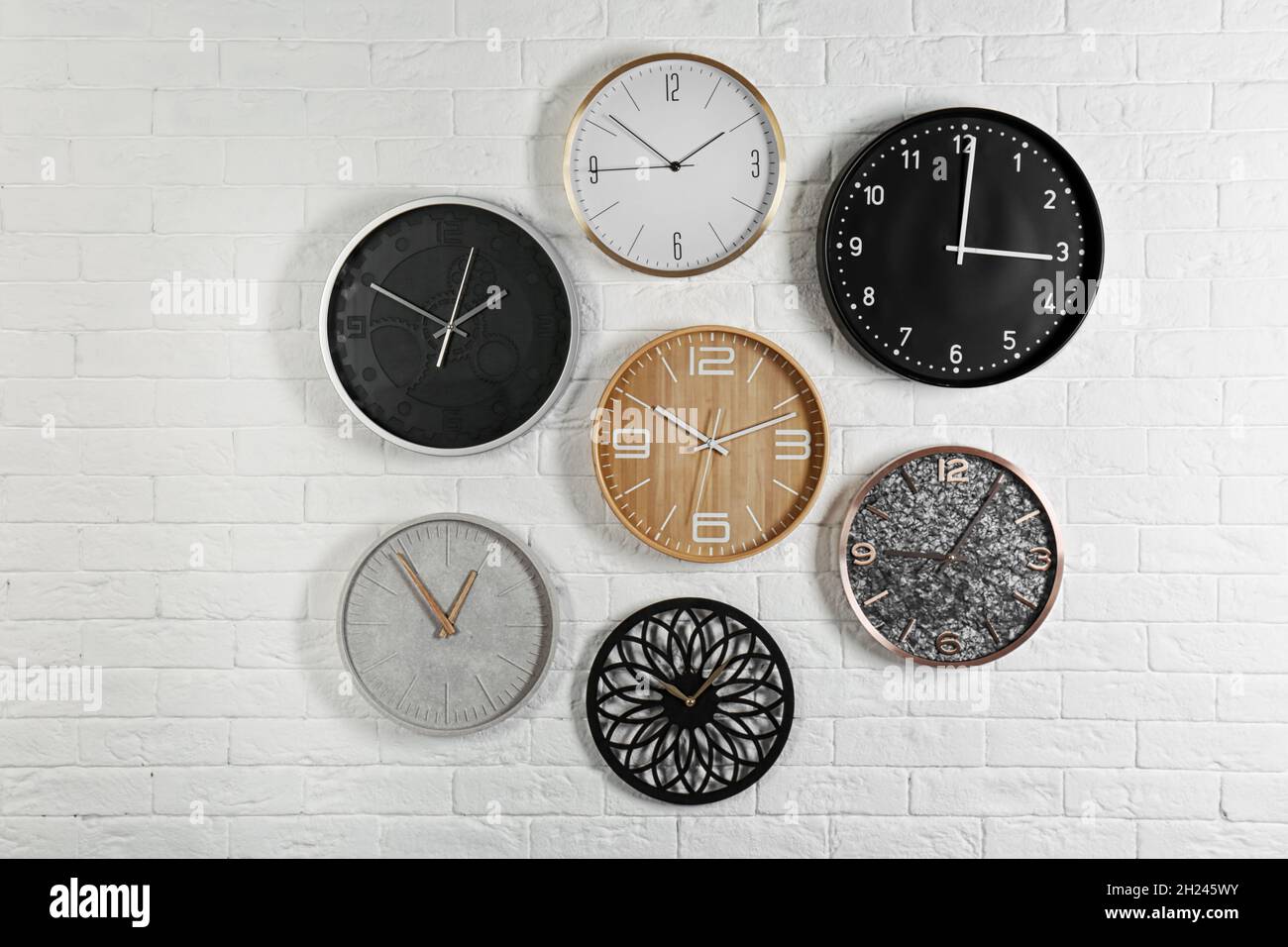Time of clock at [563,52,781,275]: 1:51
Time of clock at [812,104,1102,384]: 12:16
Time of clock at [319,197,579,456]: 2:03
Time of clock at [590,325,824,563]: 10:11
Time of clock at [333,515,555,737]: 12:54
